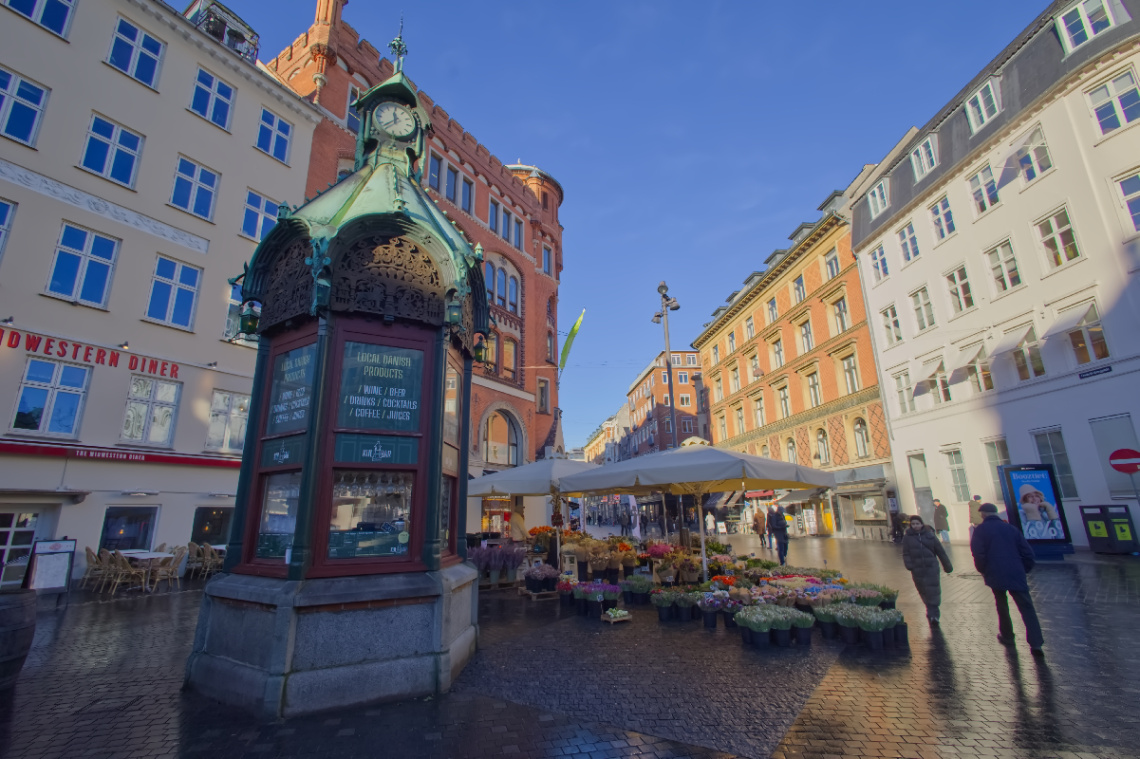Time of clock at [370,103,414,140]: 11:37
